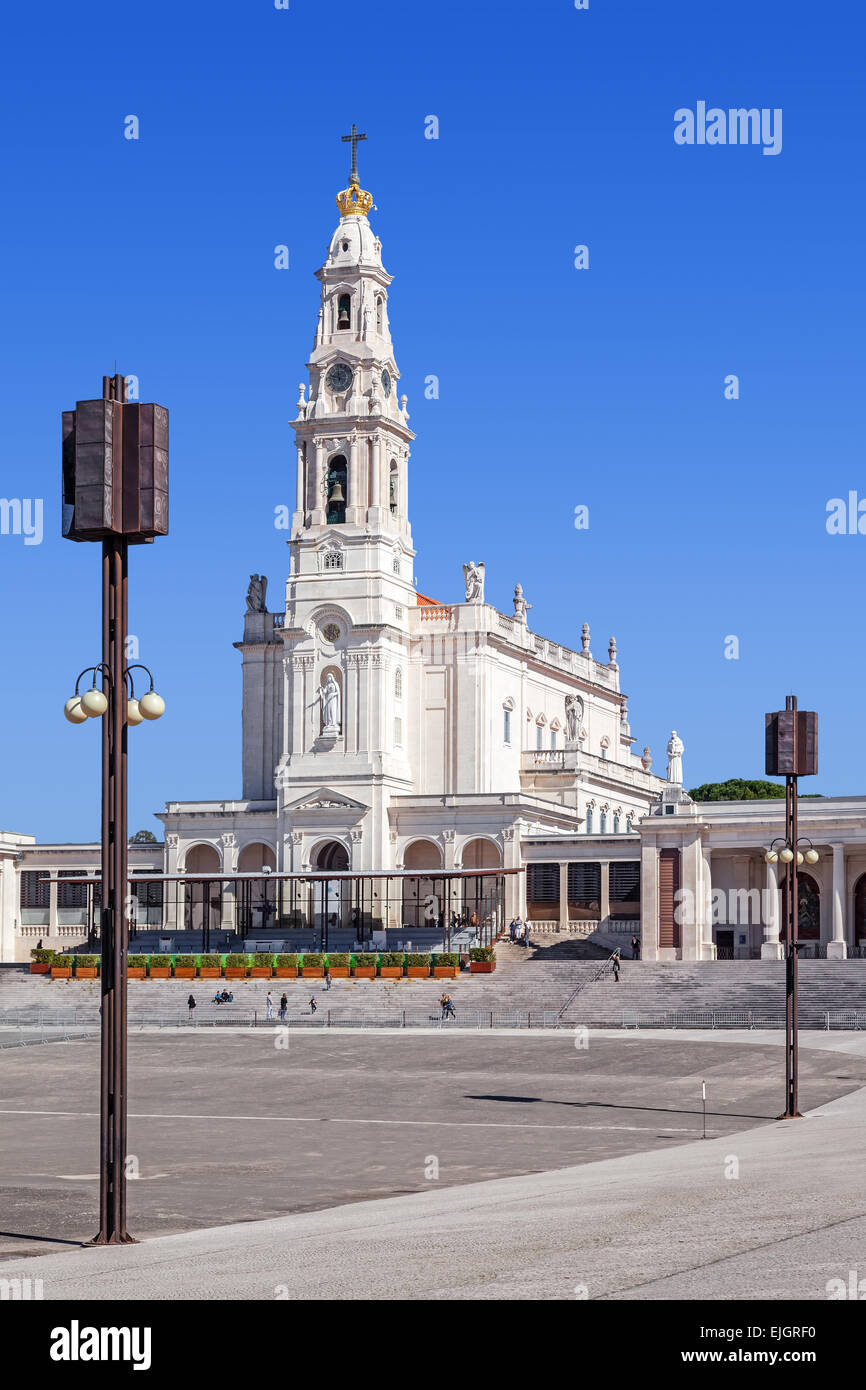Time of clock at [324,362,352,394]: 11:46
